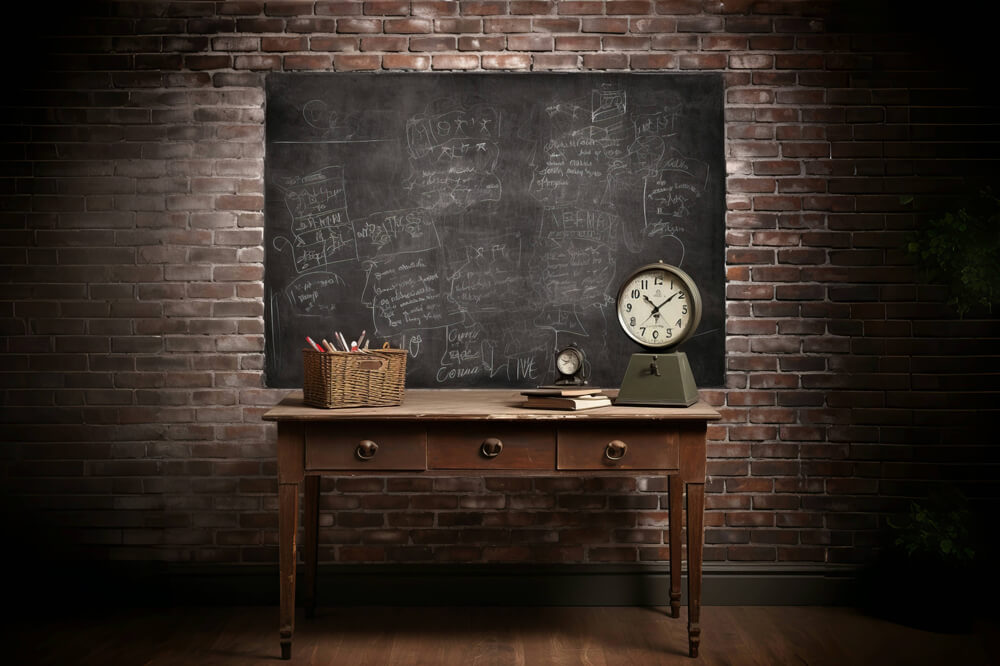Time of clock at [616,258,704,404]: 10:08
